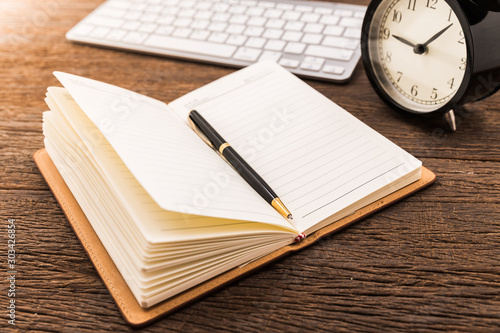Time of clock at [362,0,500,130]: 9:07
